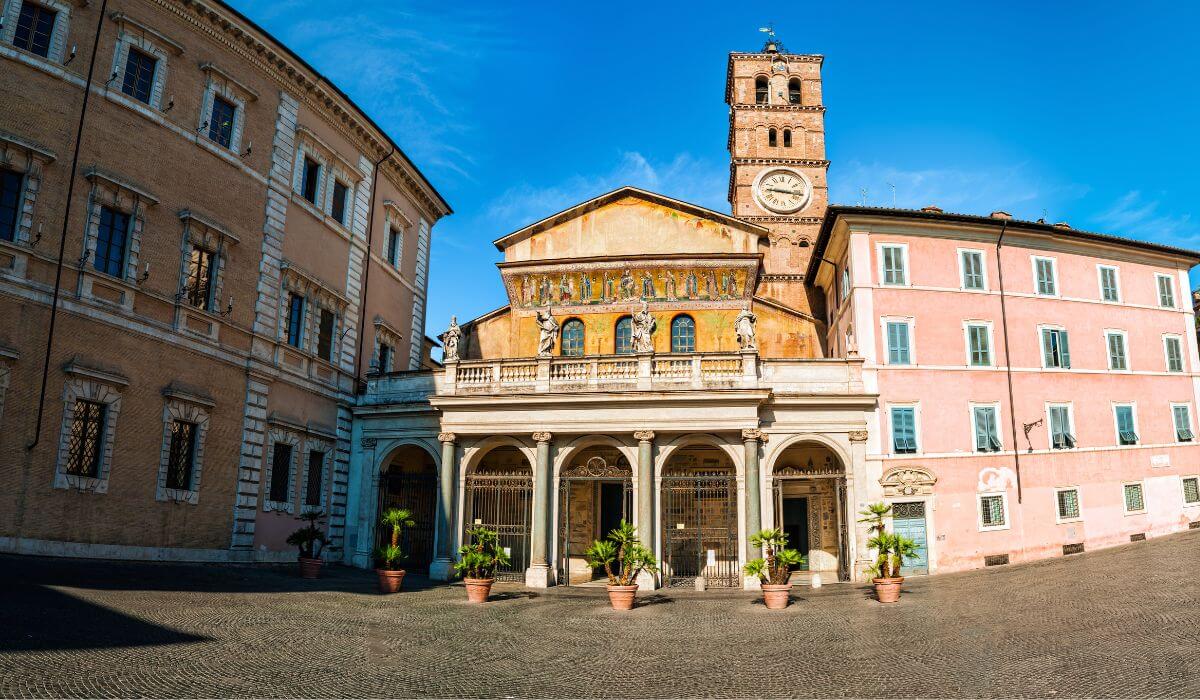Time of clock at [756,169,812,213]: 9:16
